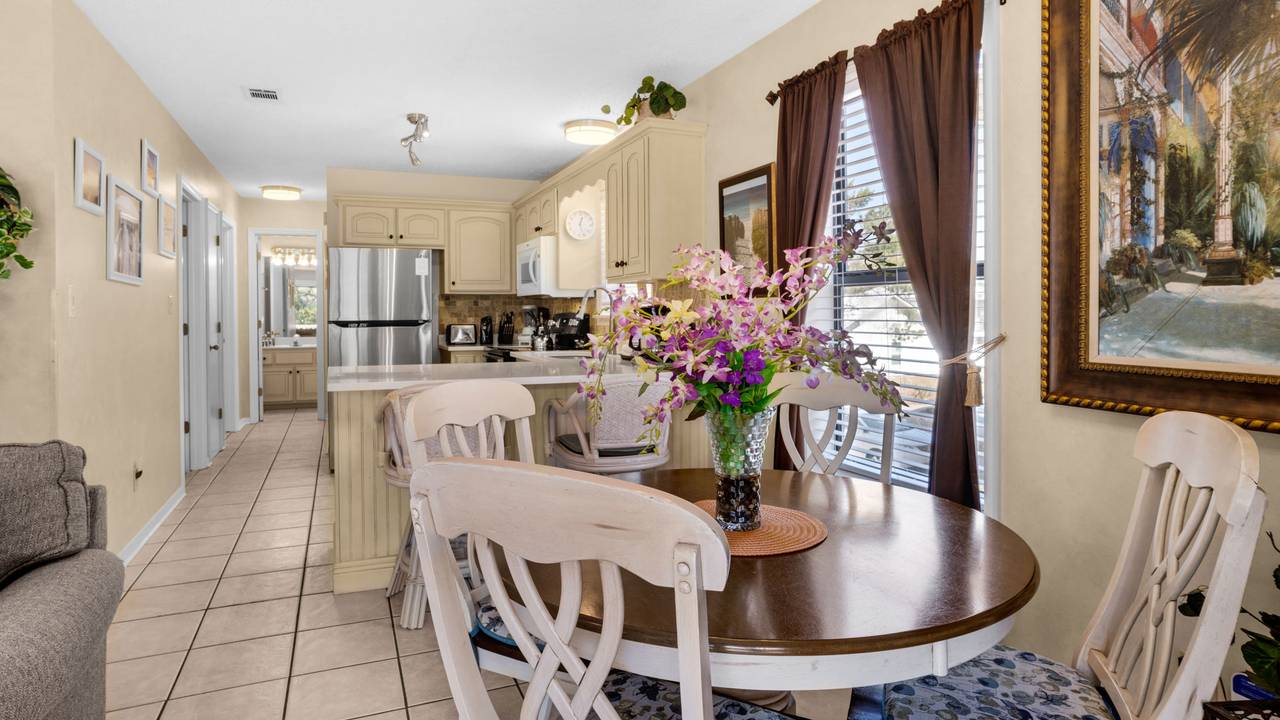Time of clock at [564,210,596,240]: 12:26
